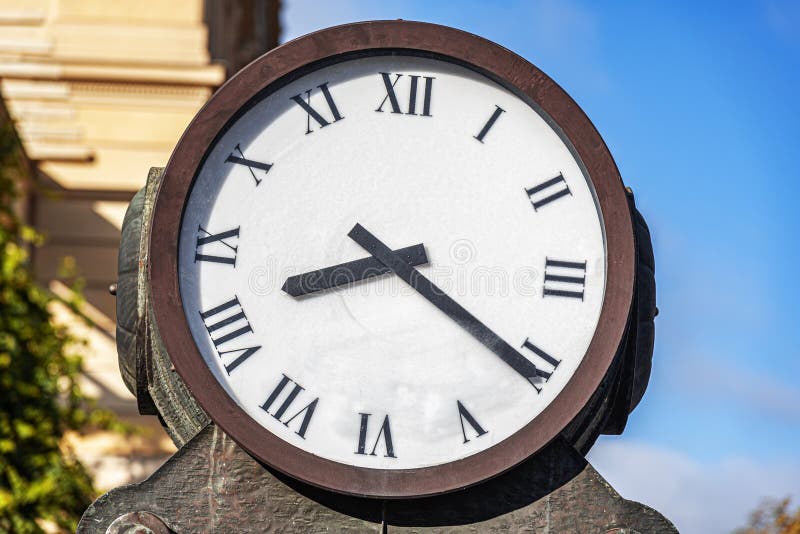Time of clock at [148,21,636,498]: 8:20
